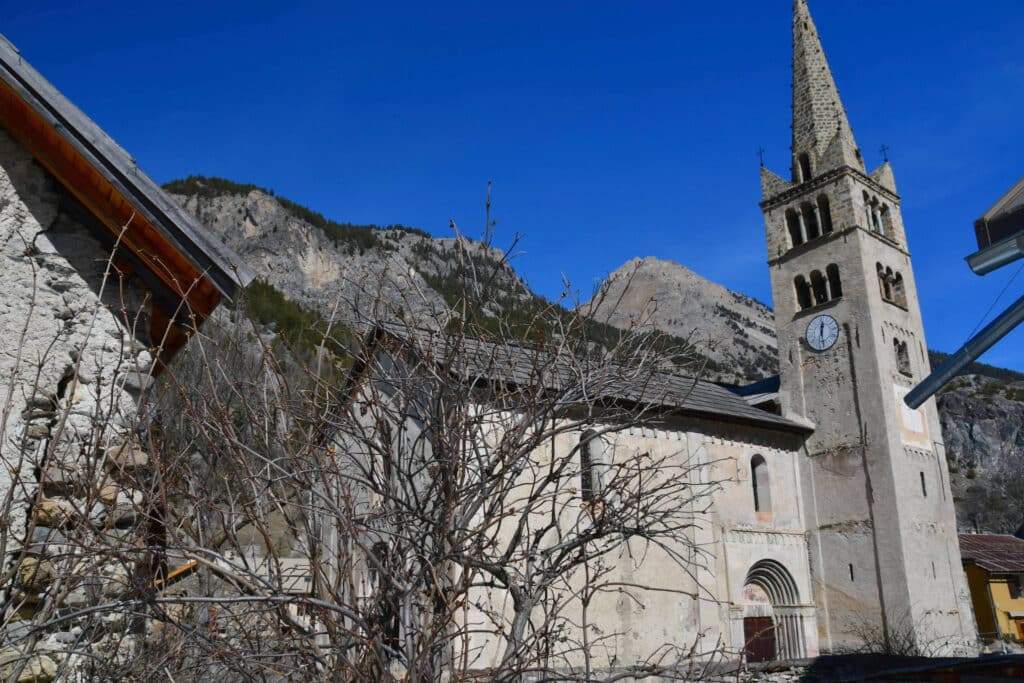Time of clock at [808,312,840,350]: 12:28
